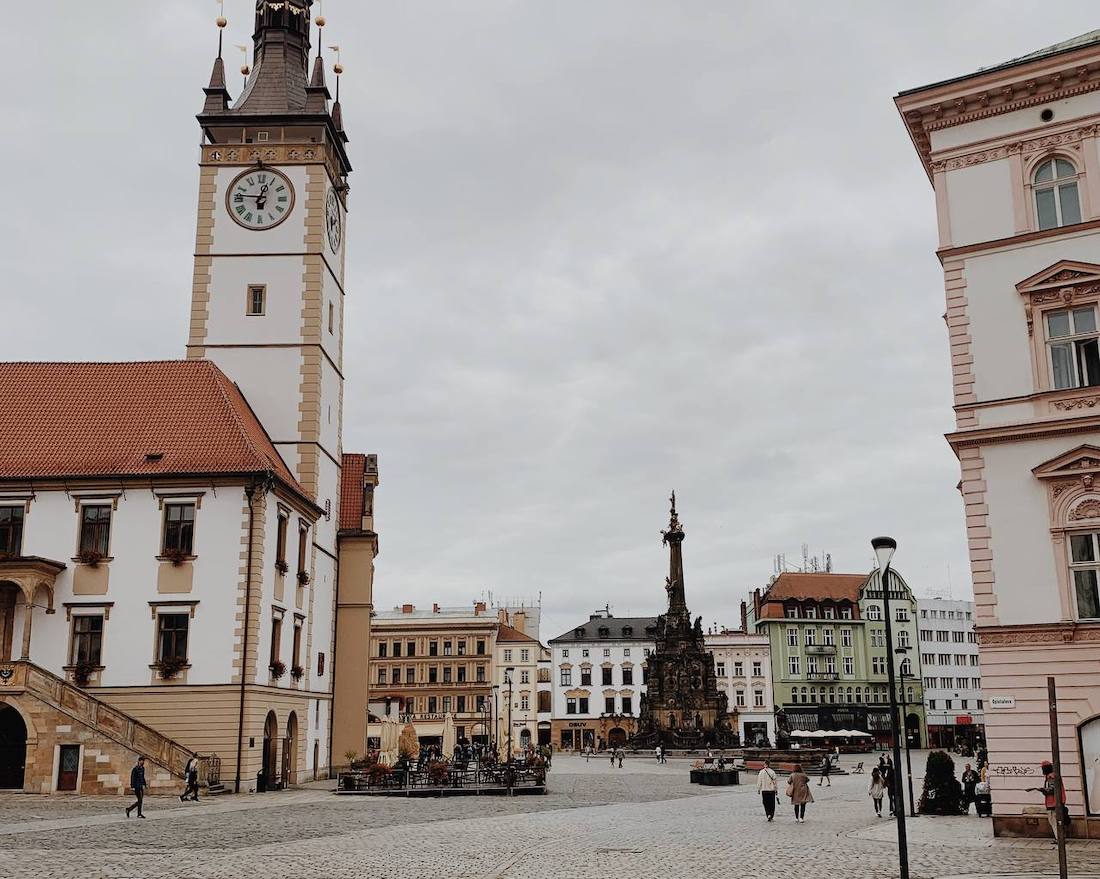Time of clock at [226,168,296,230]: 12:46
